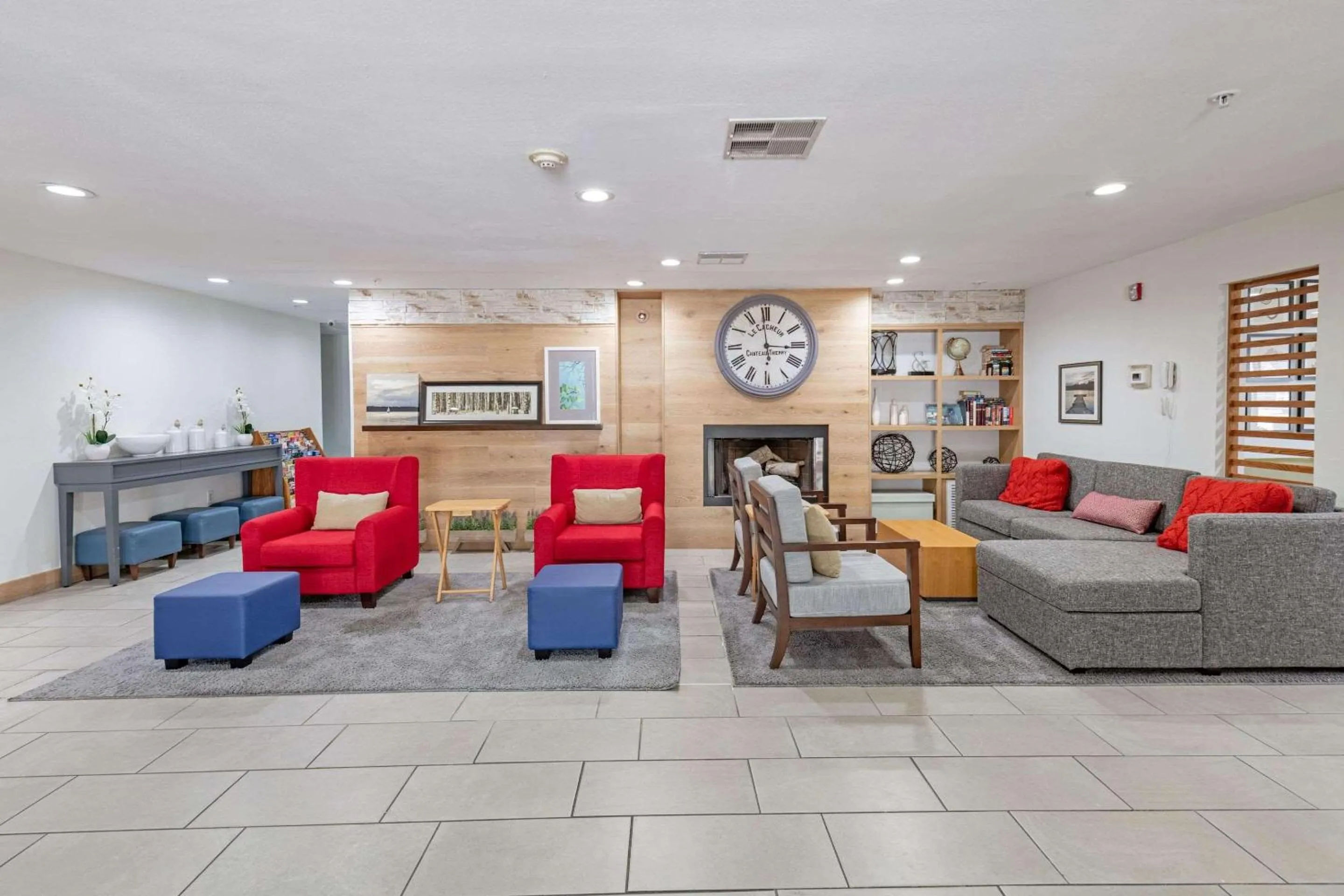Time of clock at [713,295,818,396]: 2:58
